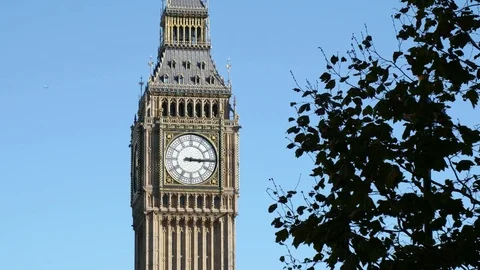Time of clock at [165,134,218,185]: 3:15
